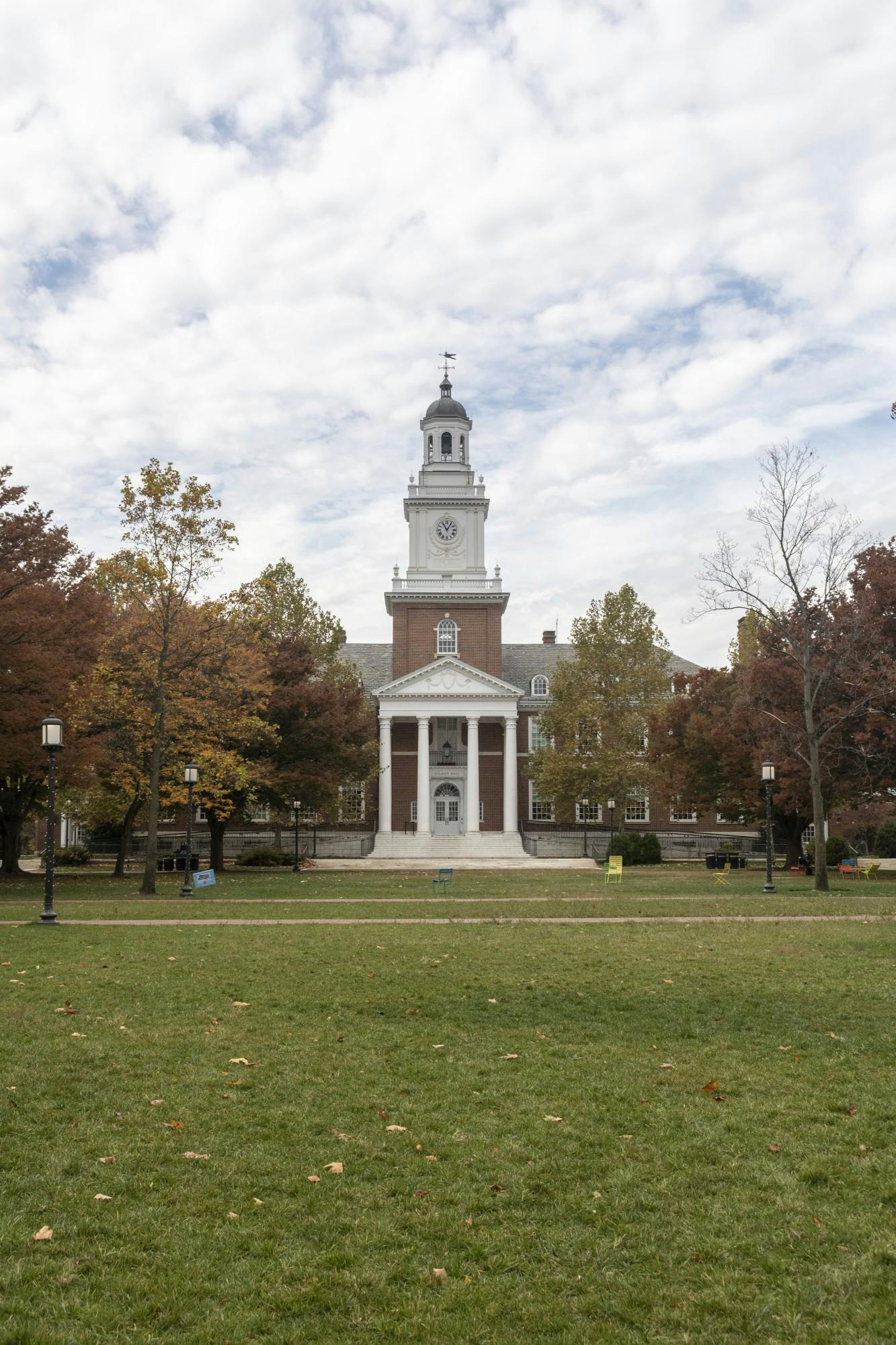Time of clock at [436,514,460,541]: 11:05
